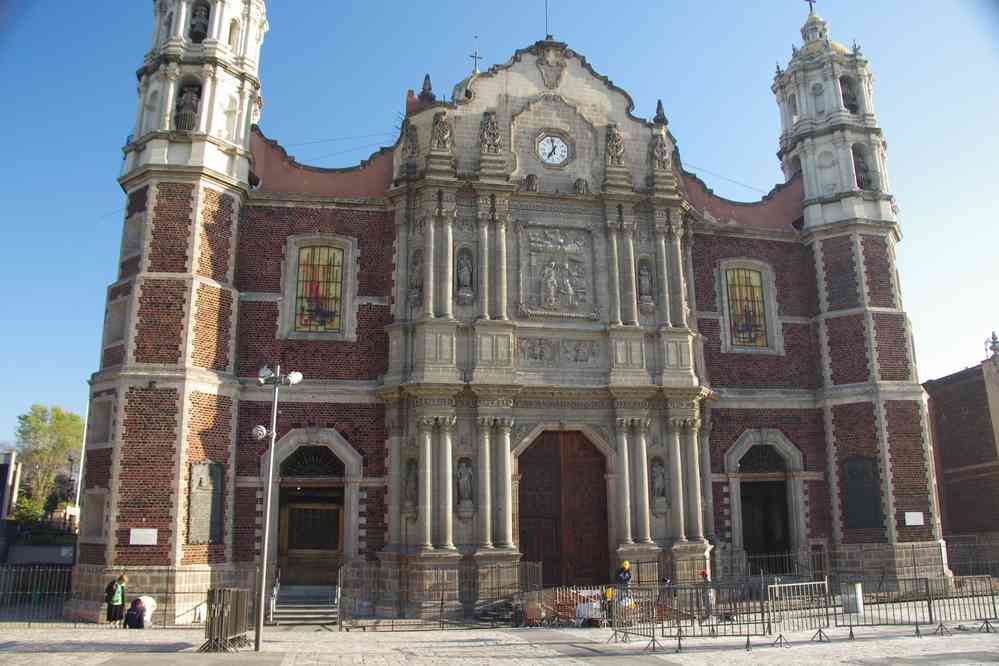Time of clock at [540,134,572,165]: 6:58
